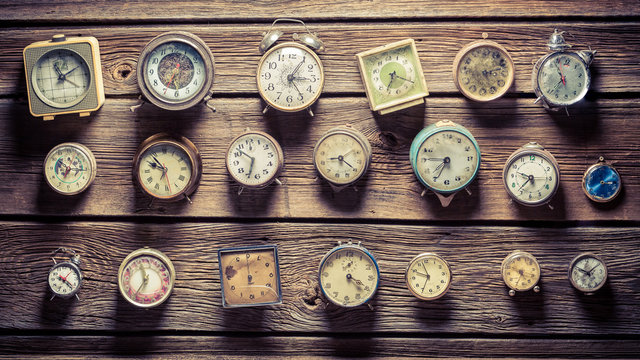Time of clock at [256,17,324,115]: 3:05
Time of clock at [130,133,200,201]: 9:53
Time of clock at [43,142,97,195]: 7:15
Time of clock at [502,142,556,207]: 9:36
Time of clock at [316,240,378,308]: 4:19
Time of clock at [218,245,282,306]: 5:59
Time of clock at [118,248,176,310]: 11:35
